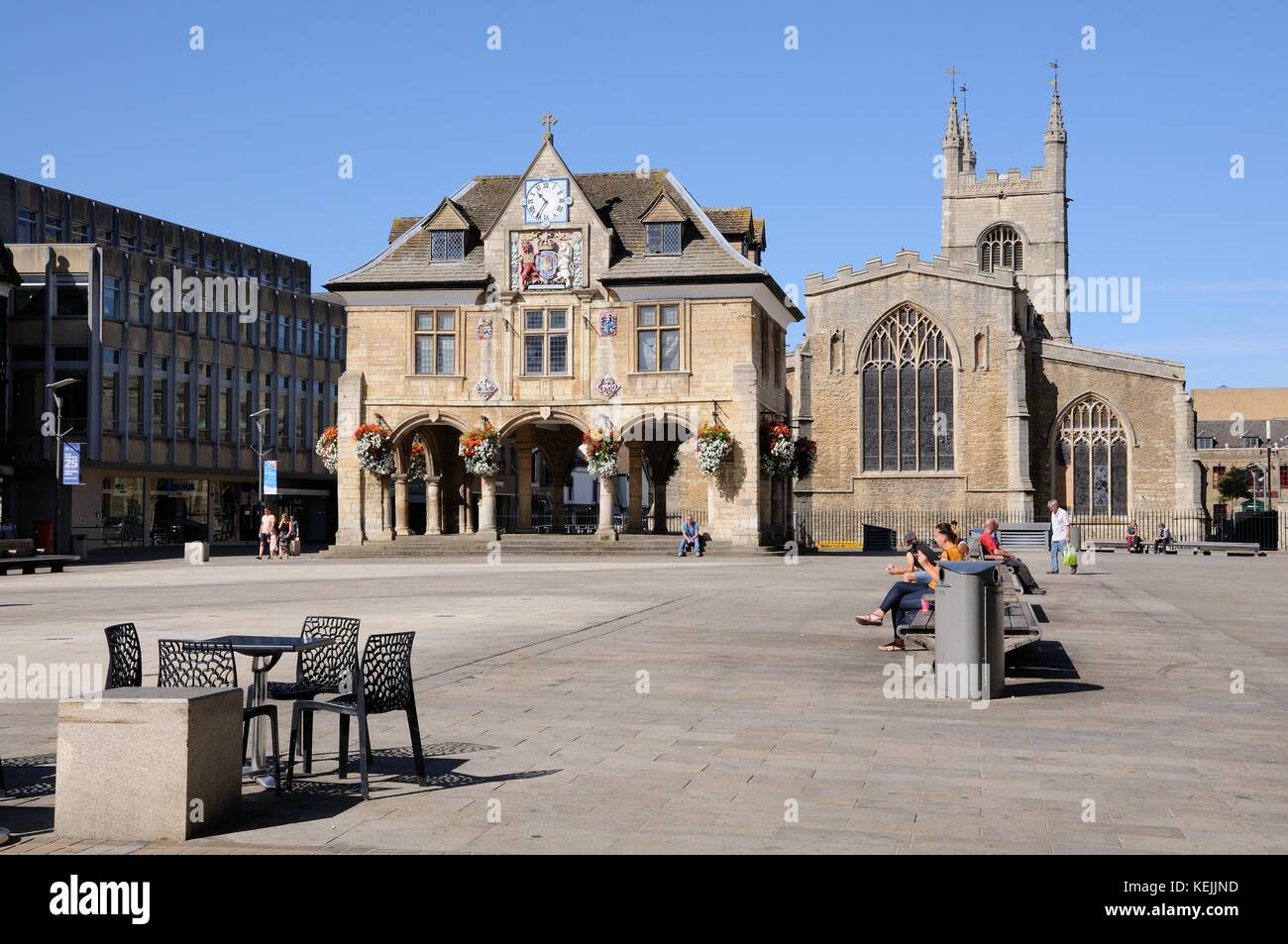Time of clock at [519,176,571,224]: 10:35
